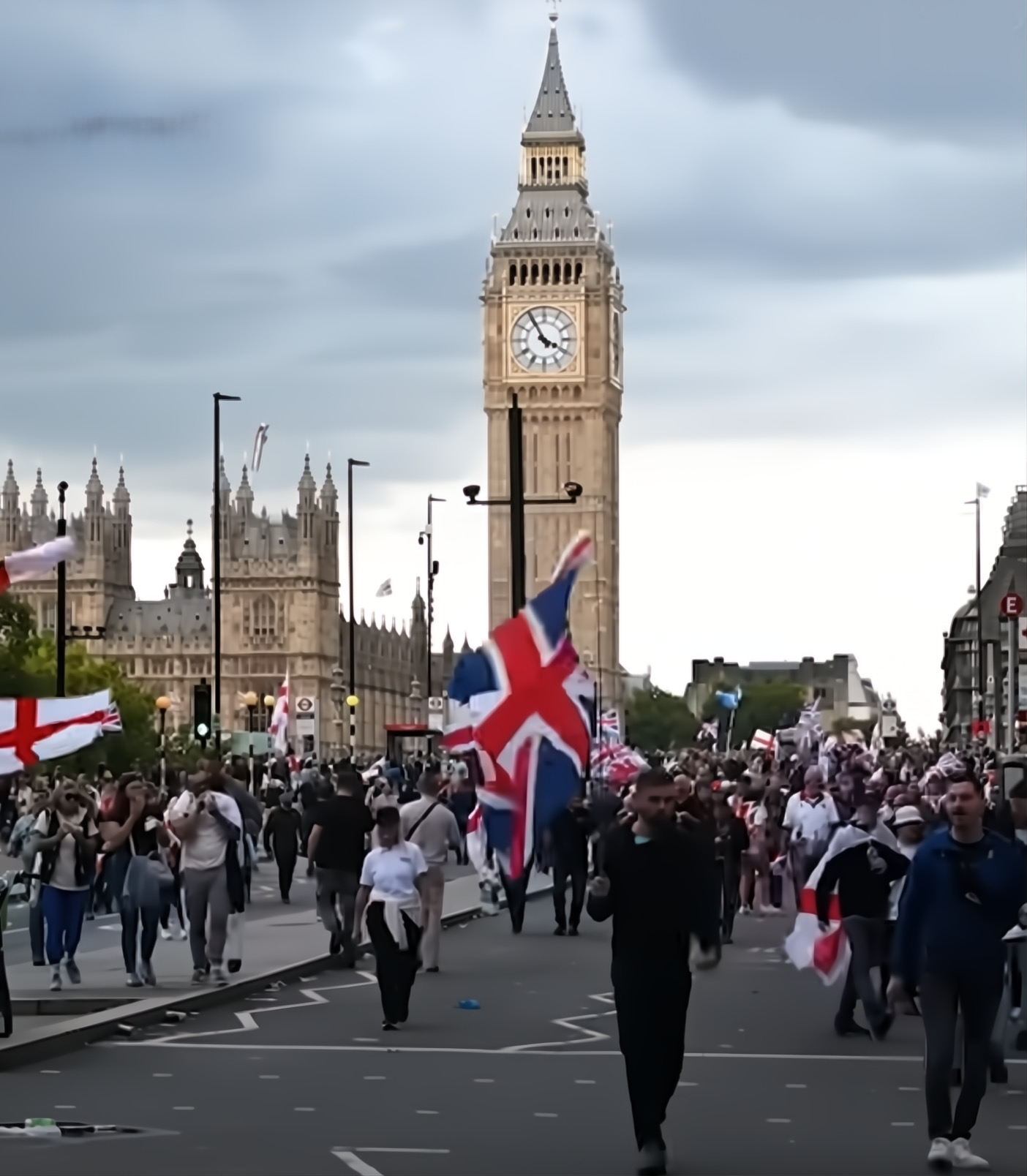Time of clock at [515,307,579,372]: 3:54
